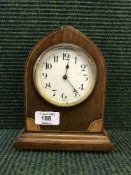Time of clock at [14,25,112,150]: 12:23
